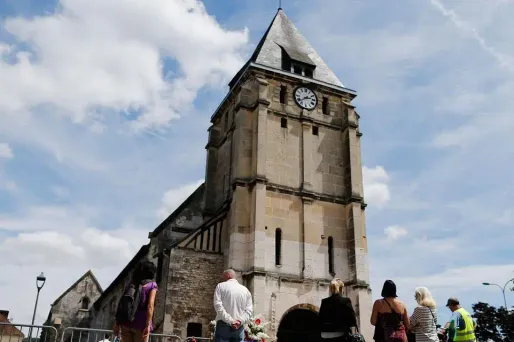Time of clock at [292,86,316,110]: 2:38
